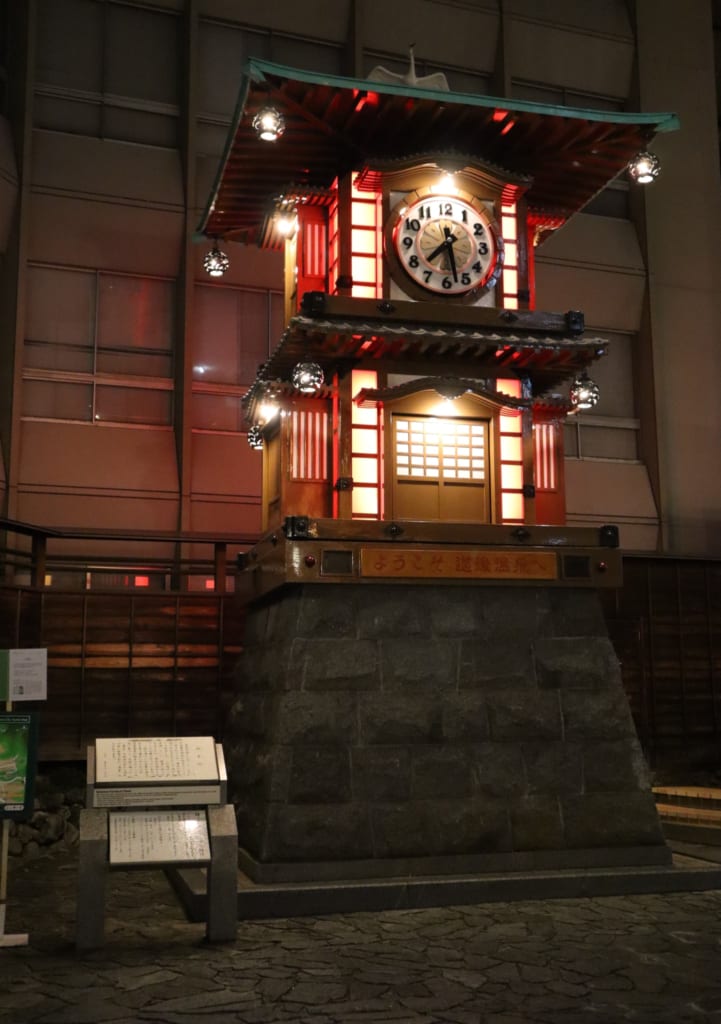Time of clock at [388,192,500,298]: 7:28
